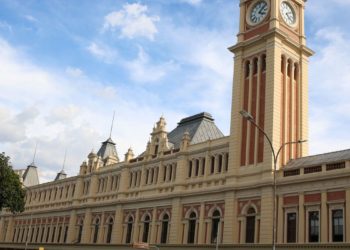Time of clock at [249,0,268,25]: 4:07
